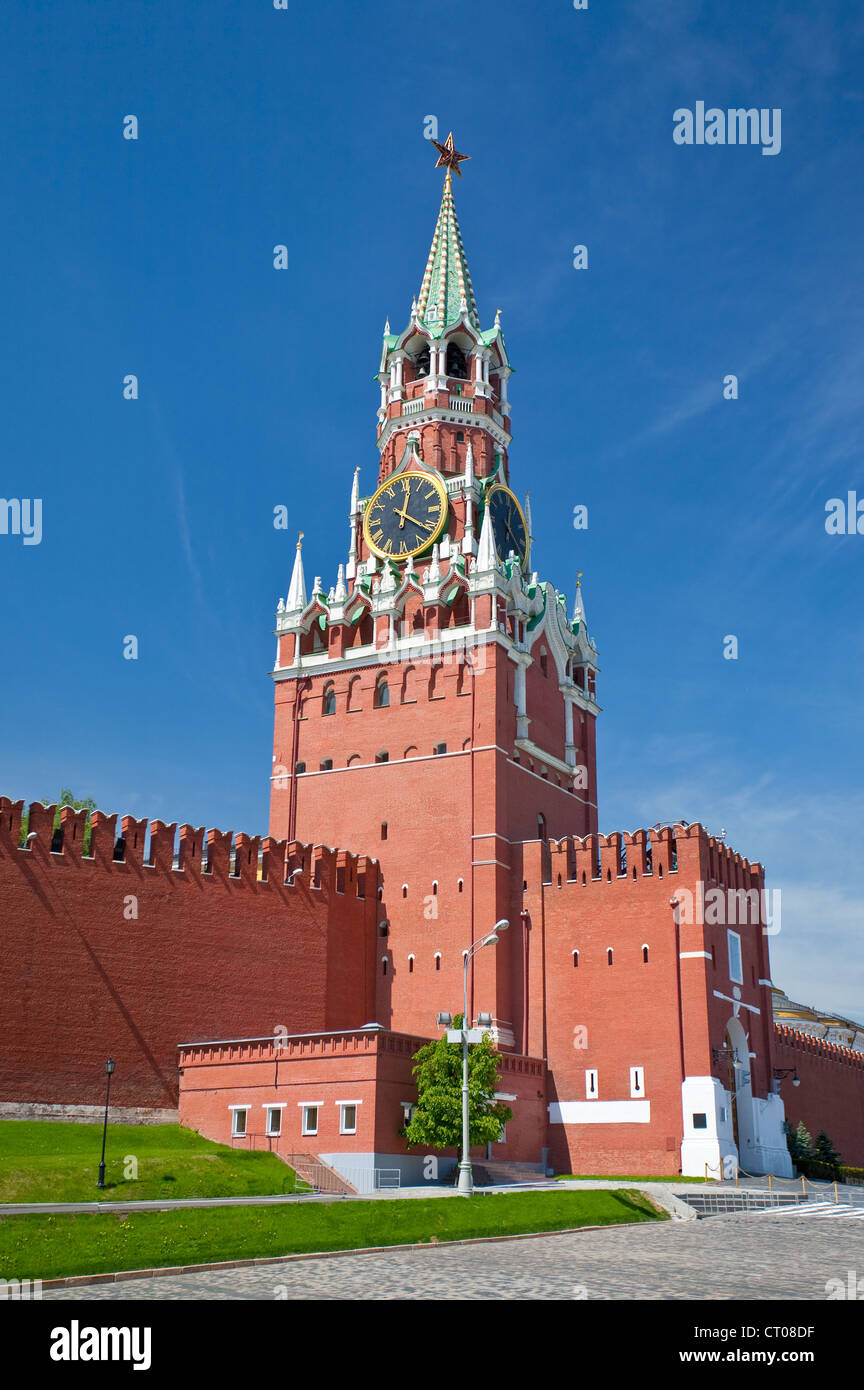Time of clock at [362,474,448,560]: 12:20
